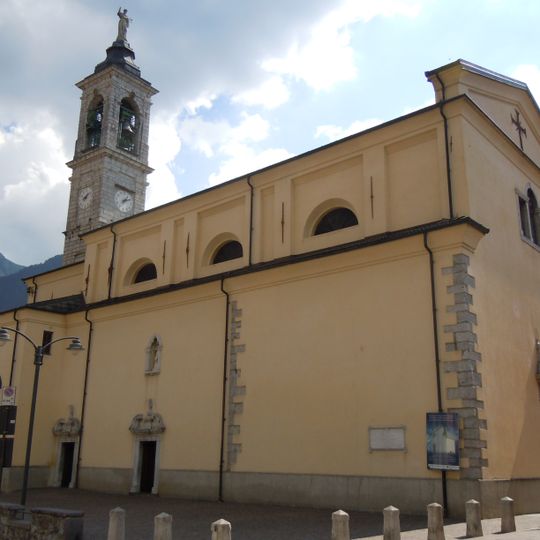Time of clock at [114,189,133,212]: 1:11
